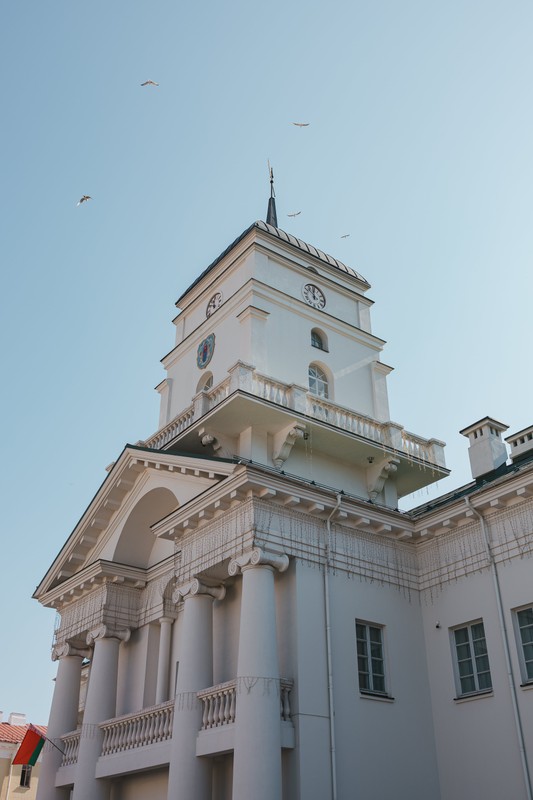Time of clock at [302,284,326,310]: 11:52
